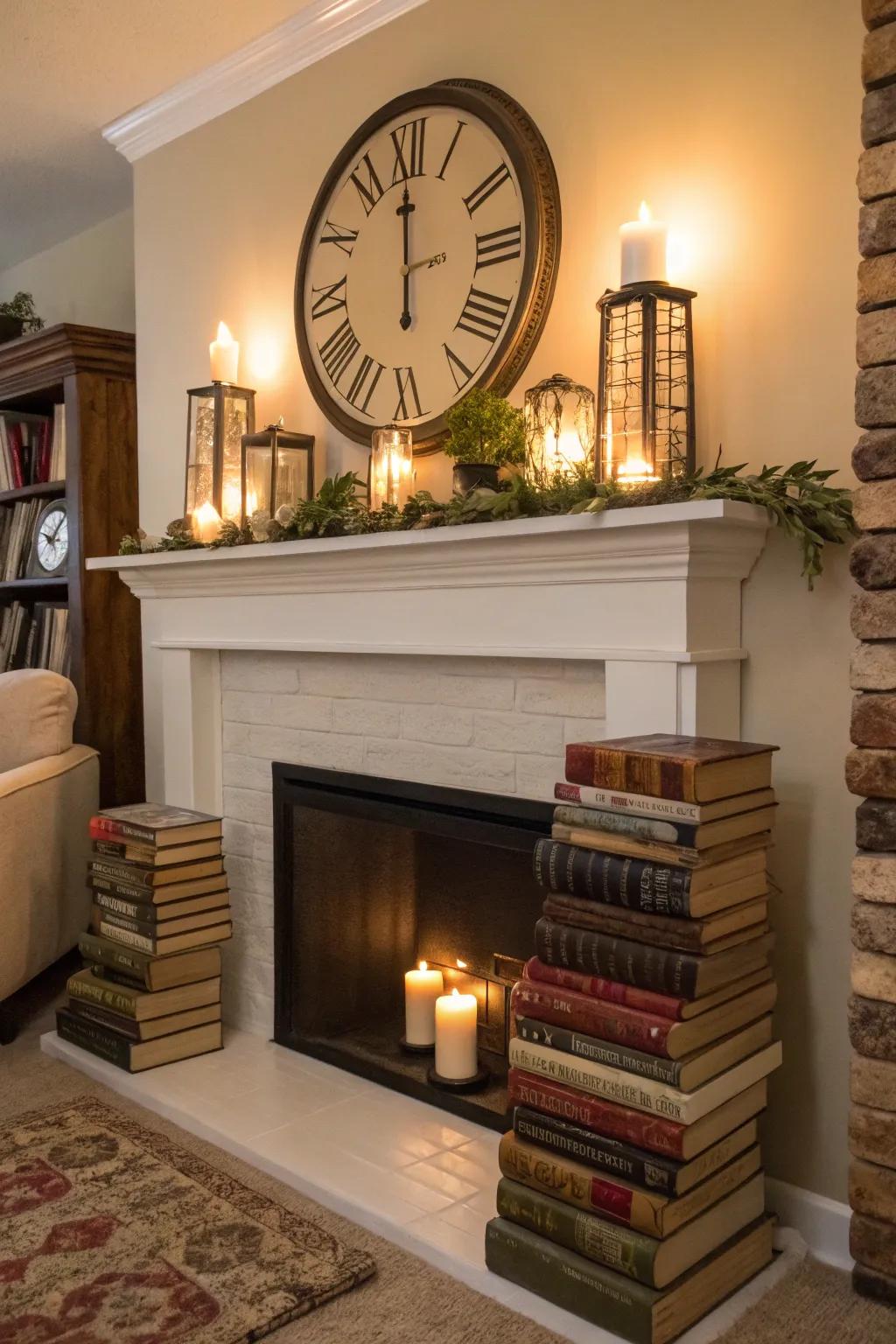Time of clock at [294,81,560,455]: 5:59
